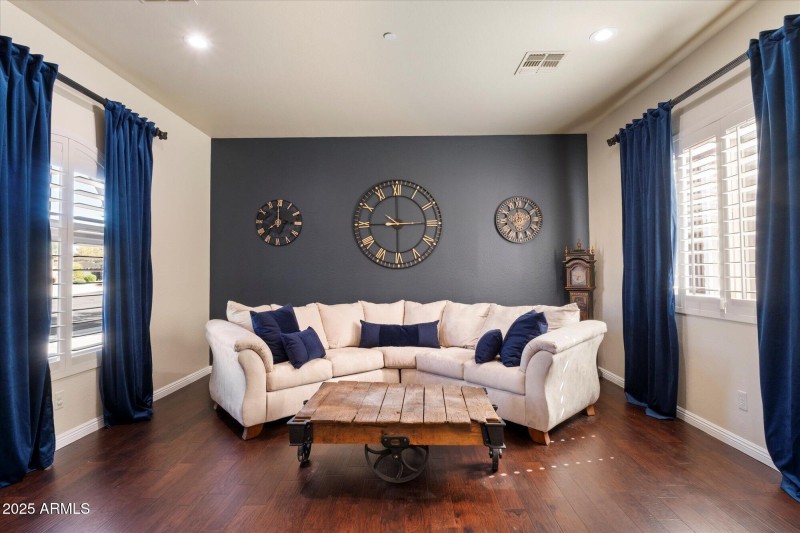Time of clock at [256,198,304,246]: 2:59
